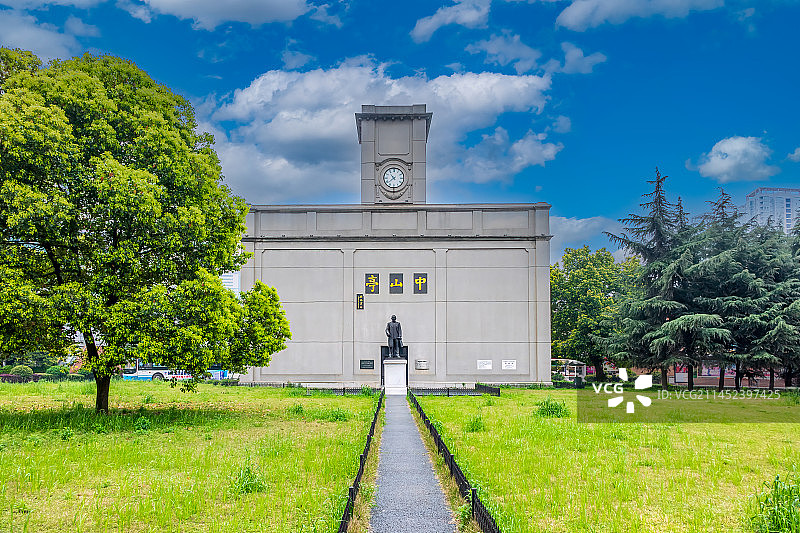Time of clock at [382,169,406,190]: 10:38
